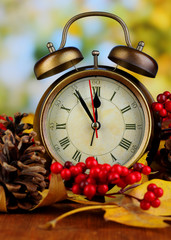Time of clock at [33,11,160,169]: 11:54
